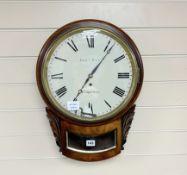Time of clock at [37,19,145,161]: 7:06
